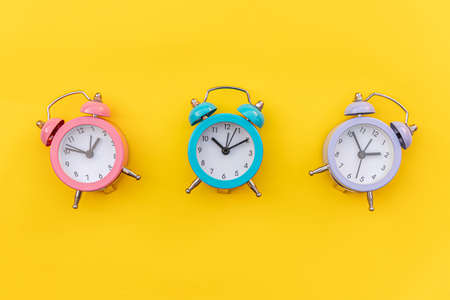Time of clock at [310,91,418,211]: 2:56
